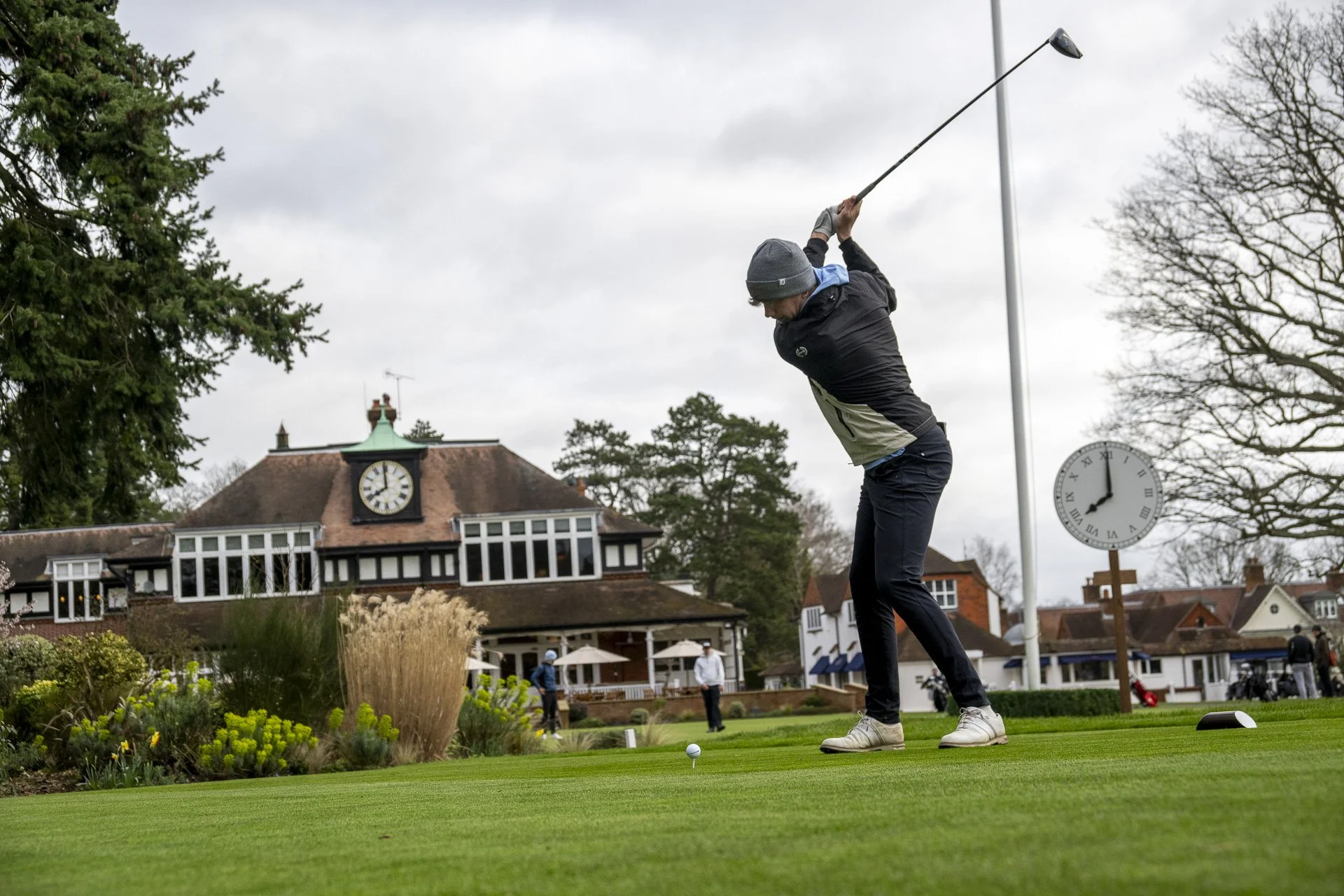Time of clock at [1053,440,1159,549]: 8:00
